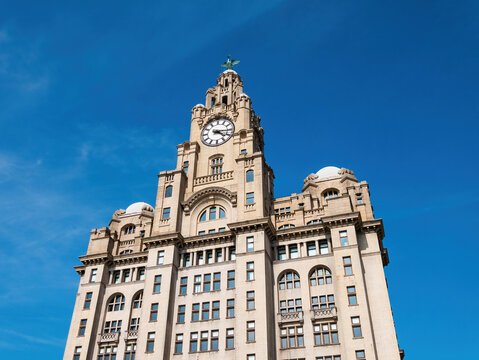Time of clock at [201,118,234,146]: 4:16
